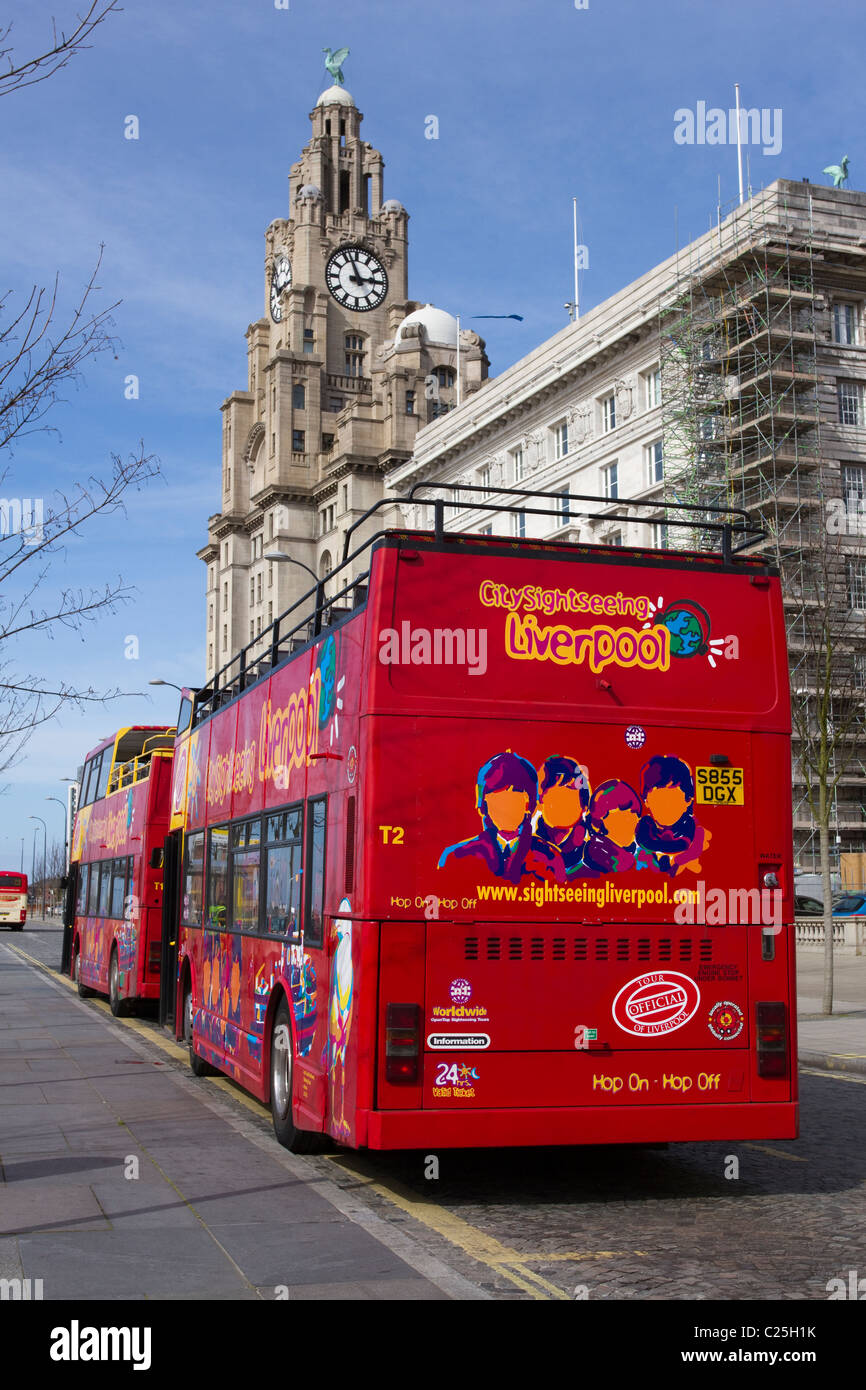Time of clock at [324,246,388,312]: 2:56
